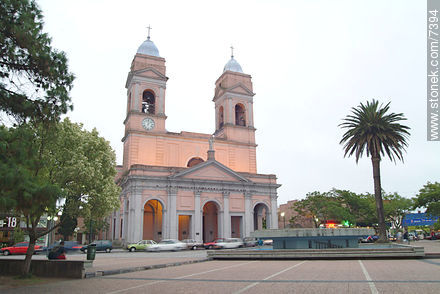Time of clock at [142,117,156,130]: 12:07
